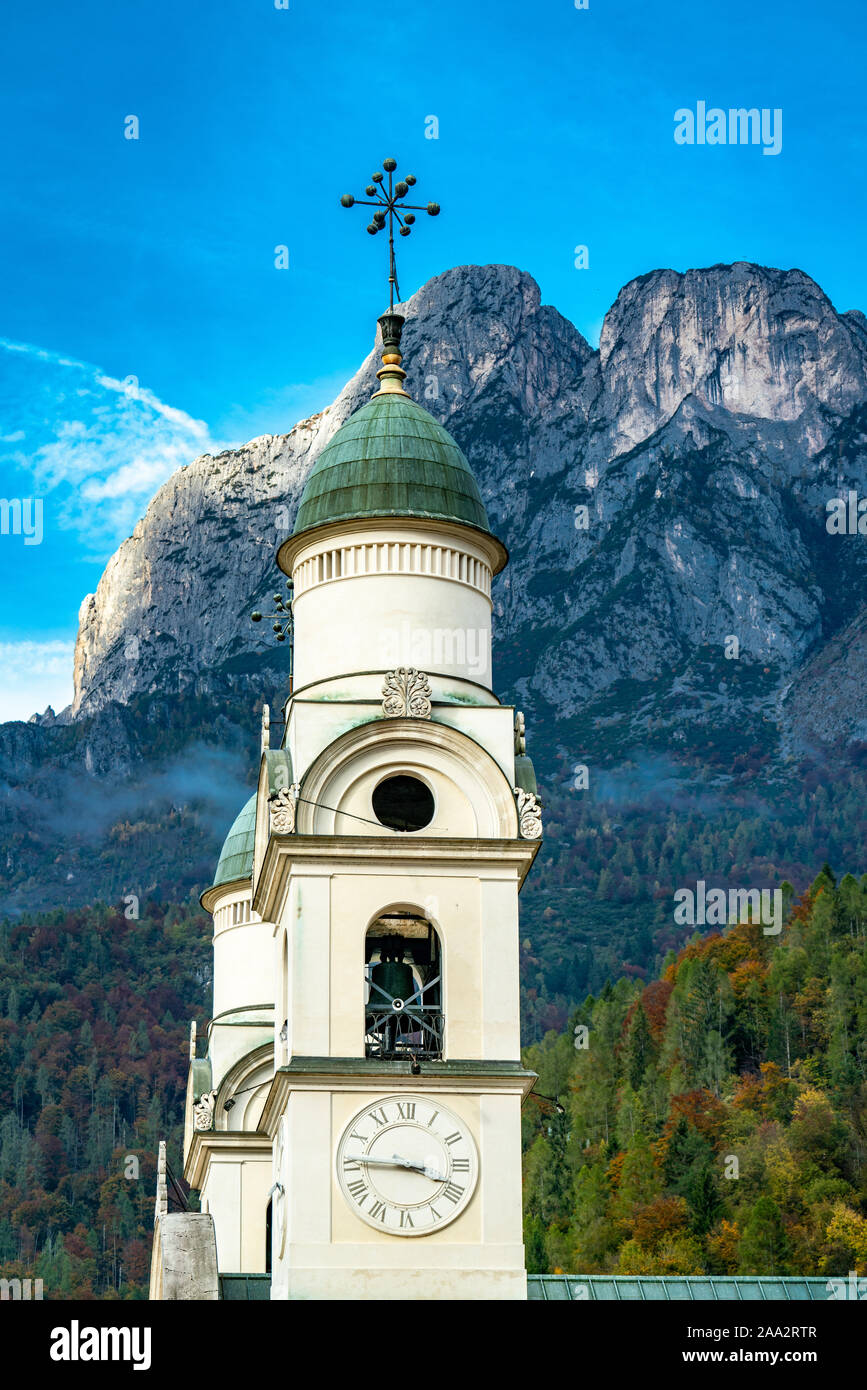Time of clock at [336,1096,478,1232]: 3:45
